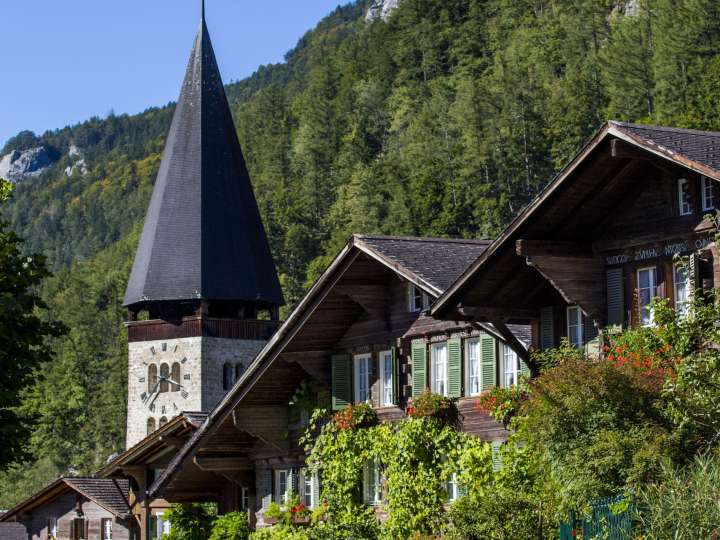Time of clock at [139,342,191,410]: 3:37
